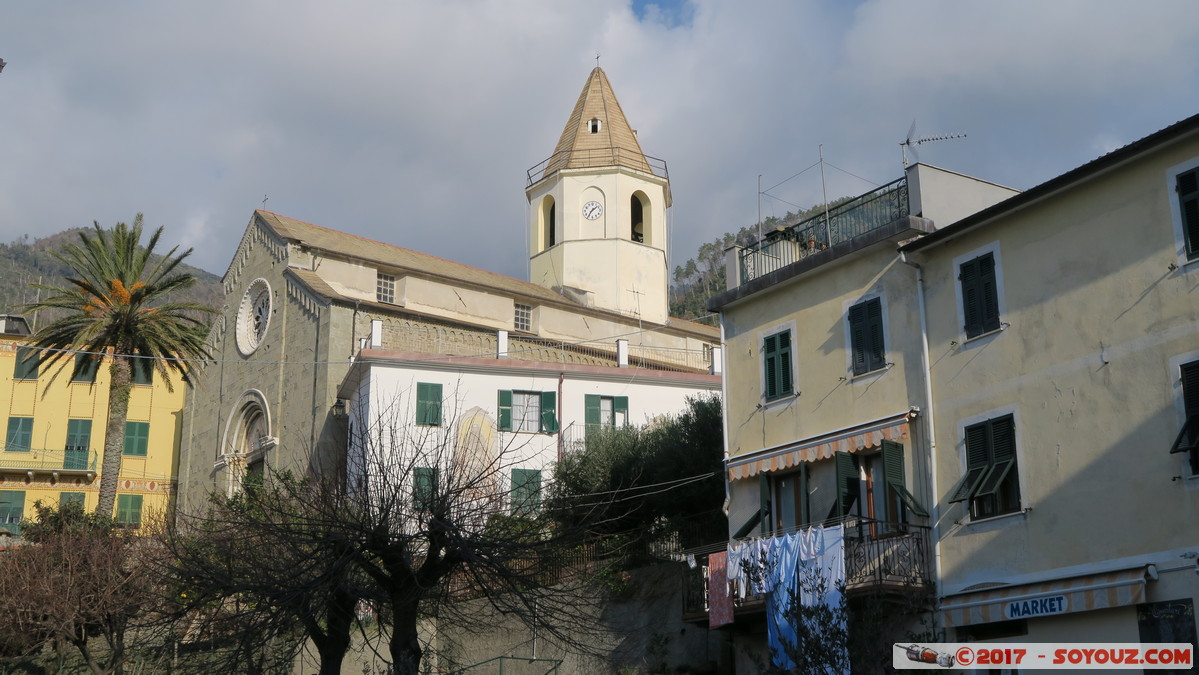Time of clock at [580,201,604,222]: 1:35
